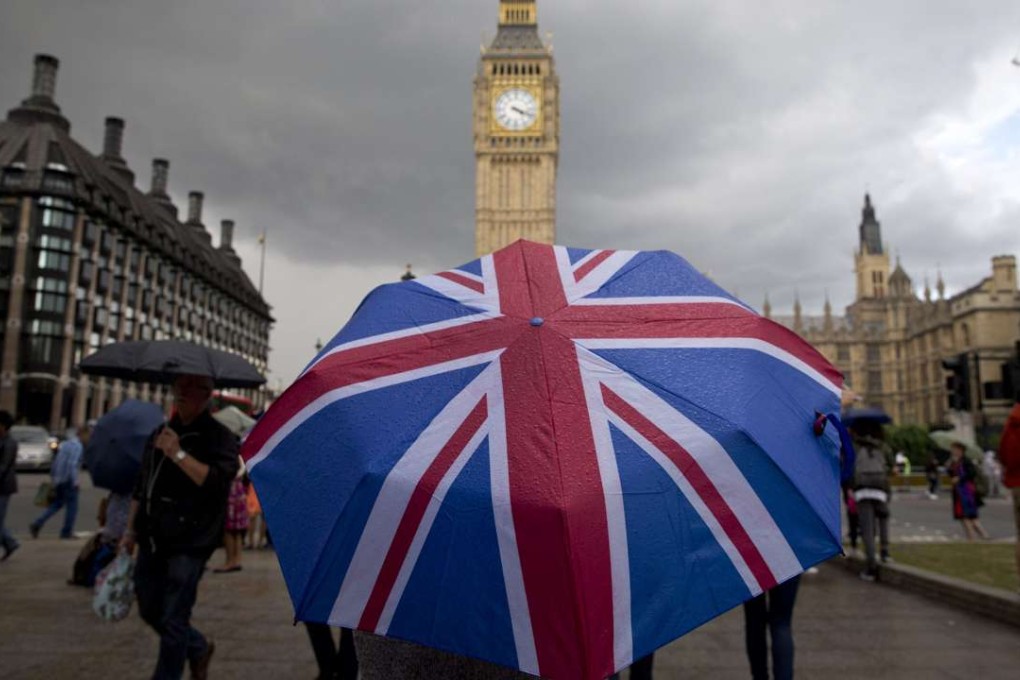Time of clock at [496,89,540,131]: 4:18
